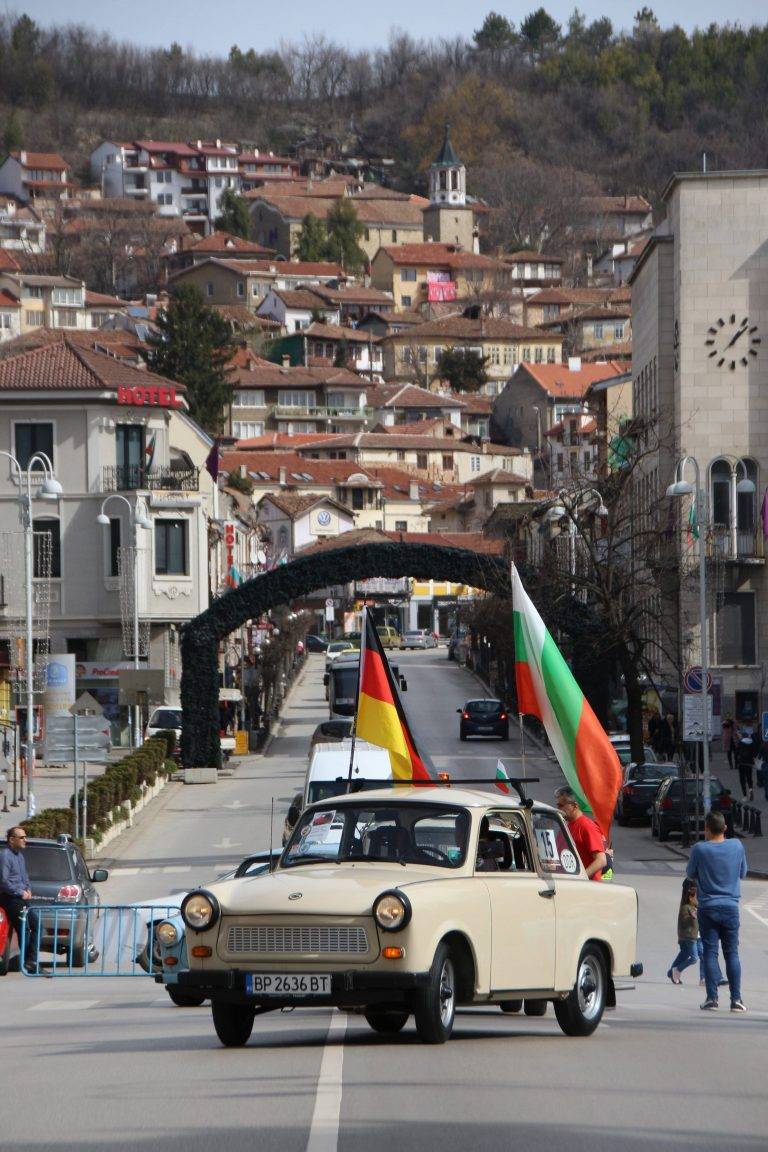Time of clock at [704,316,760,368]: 1:07
